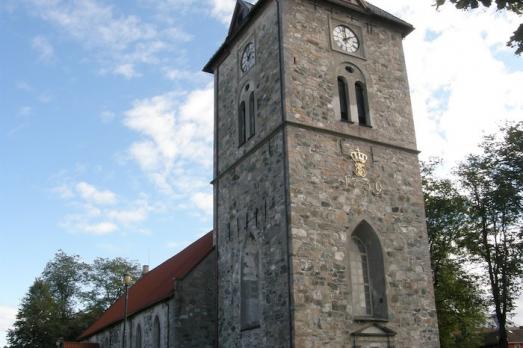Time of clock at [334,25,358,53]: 1:59
